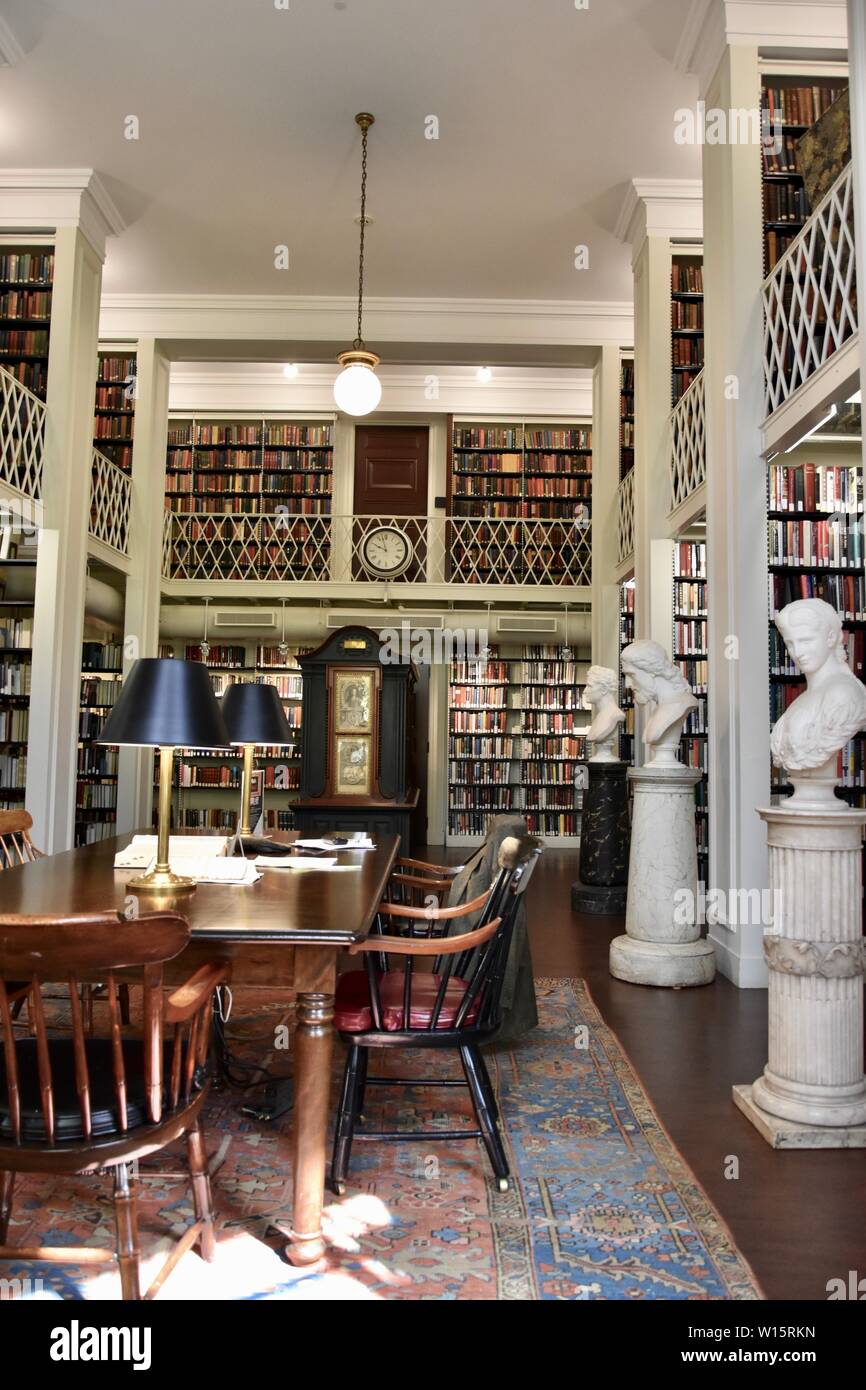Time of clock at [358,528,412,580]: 9:57
